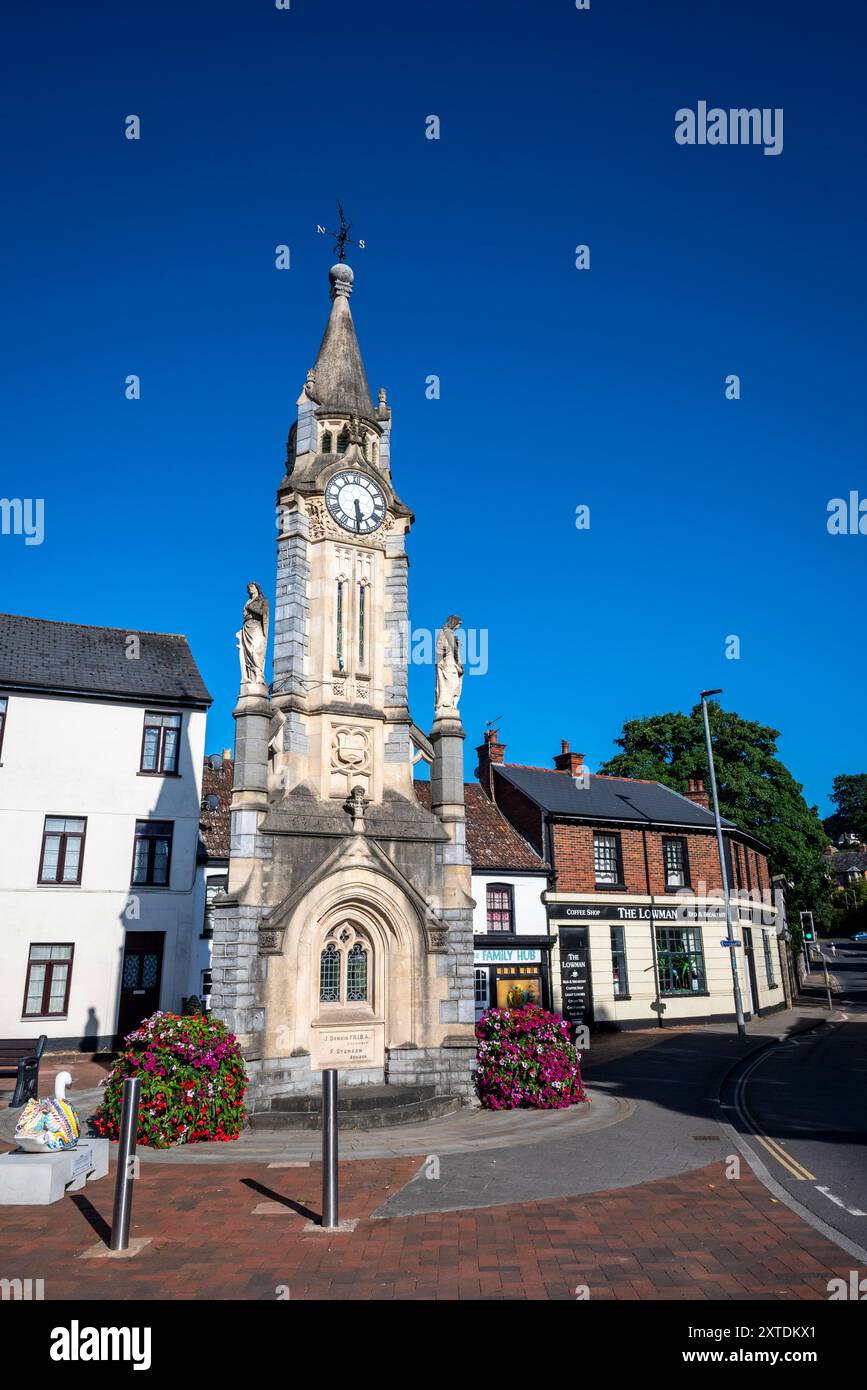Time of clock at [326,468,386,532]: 5:29
